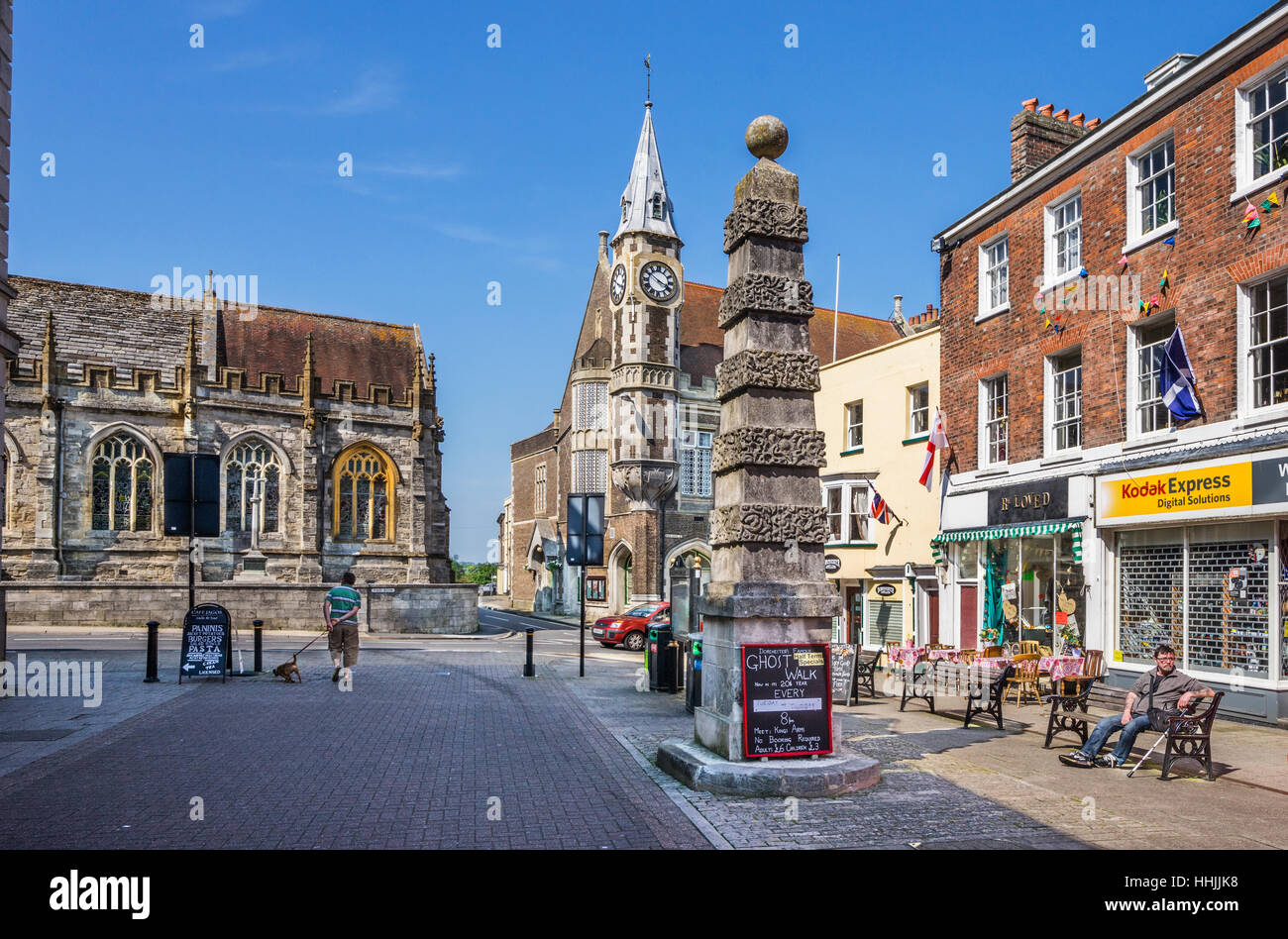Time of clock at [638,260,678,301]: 3:50
